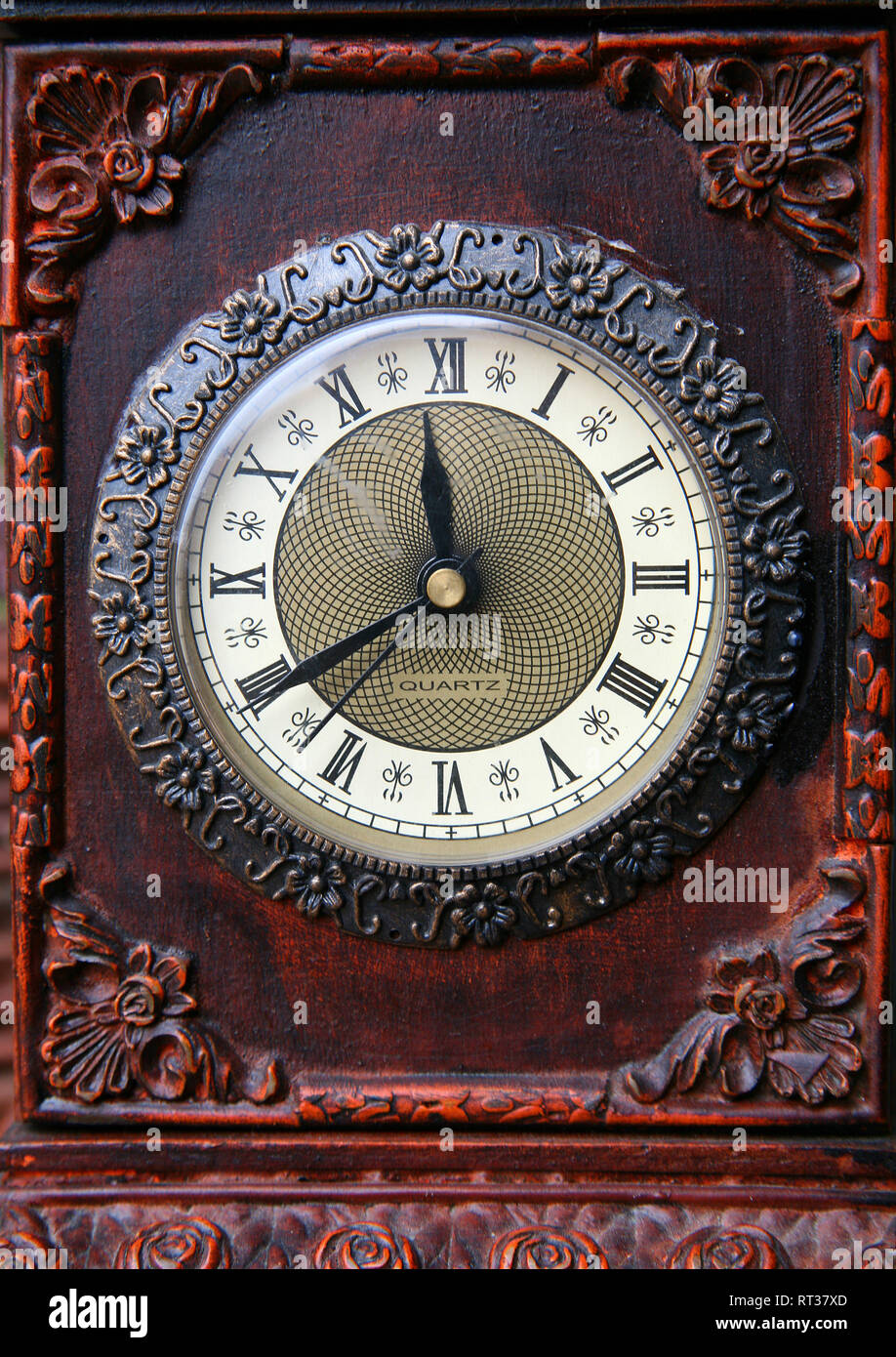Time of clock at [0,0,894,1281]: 11:40
